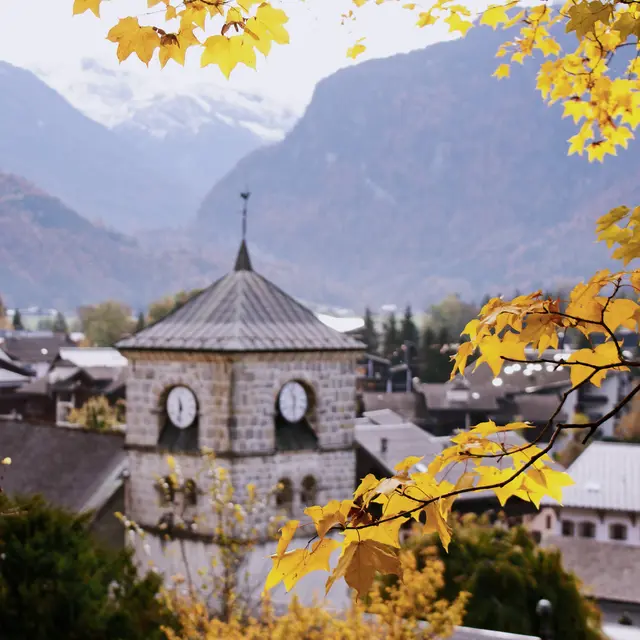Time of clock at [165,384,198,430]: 11:32
